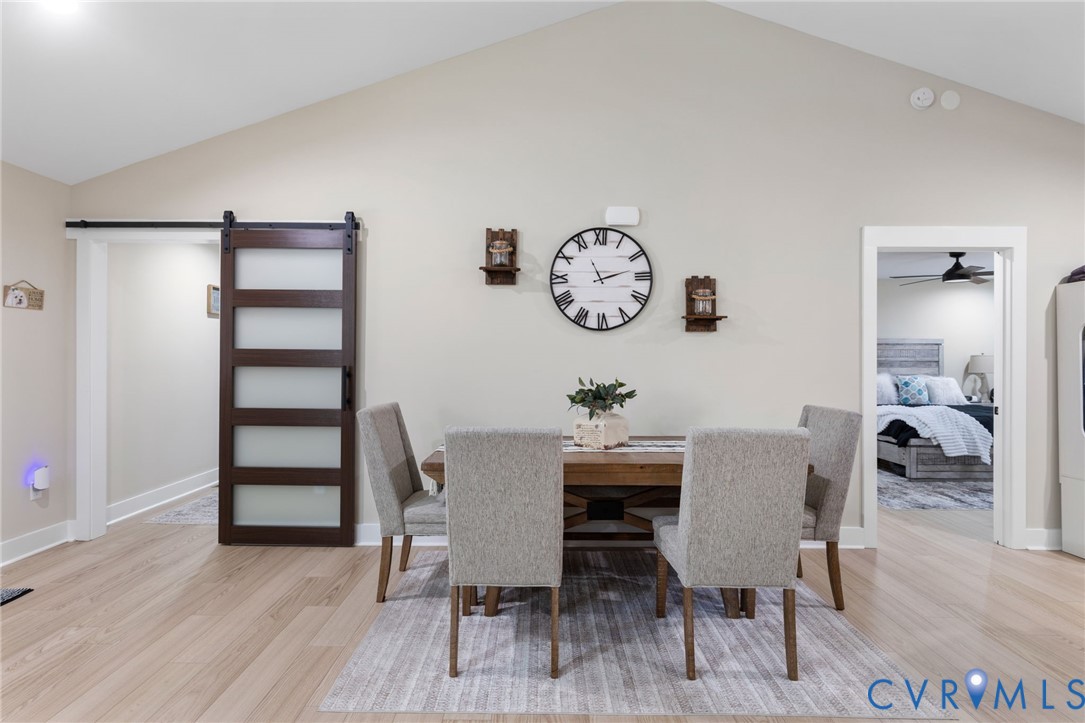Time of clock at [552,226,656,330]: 11:12
